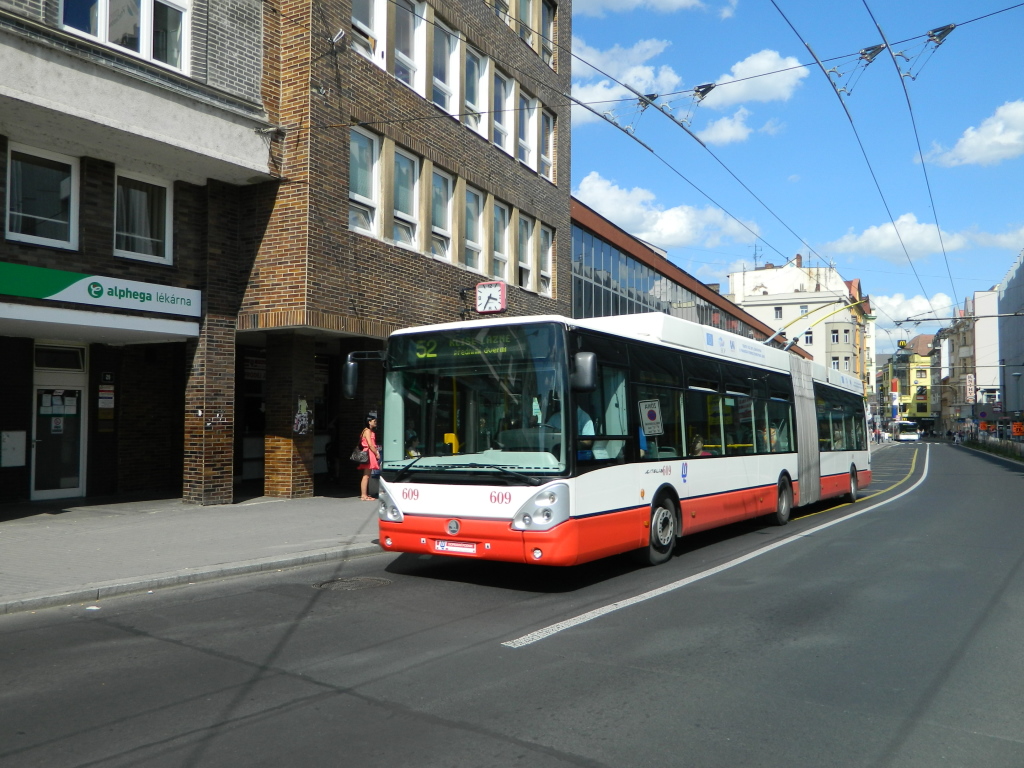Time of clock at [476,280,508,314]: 3:35
